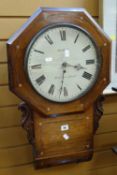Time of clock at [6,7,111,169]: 3:31
